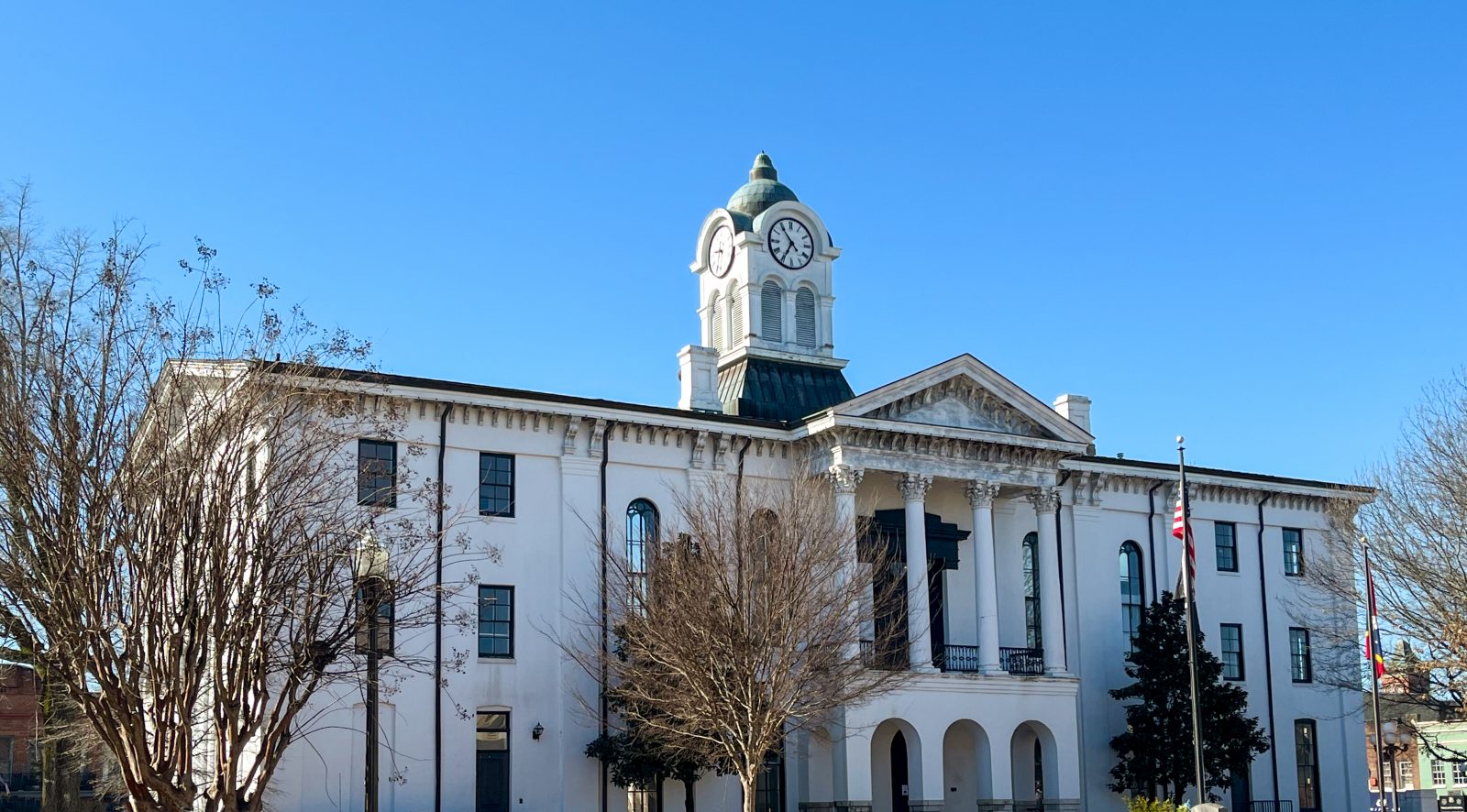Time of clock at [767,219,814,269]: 6:54
